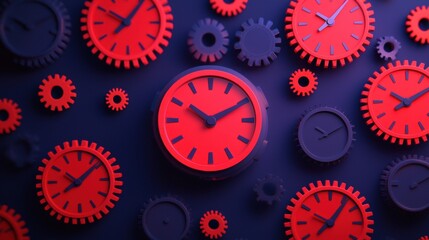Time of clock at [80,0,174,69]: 10:06
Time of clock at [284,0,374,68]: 10:06
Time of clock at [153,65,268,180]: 10:10
